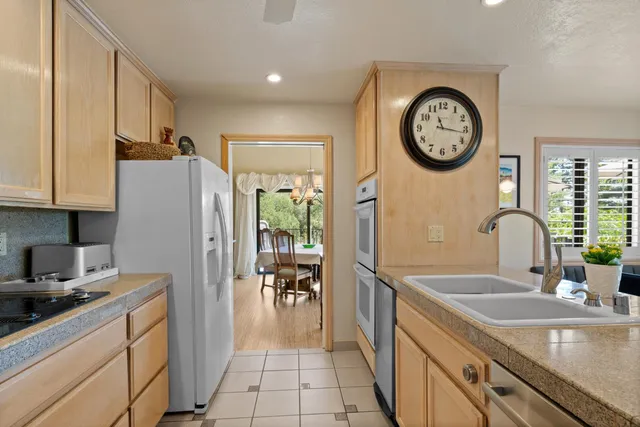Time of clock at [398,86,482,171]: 11:16
